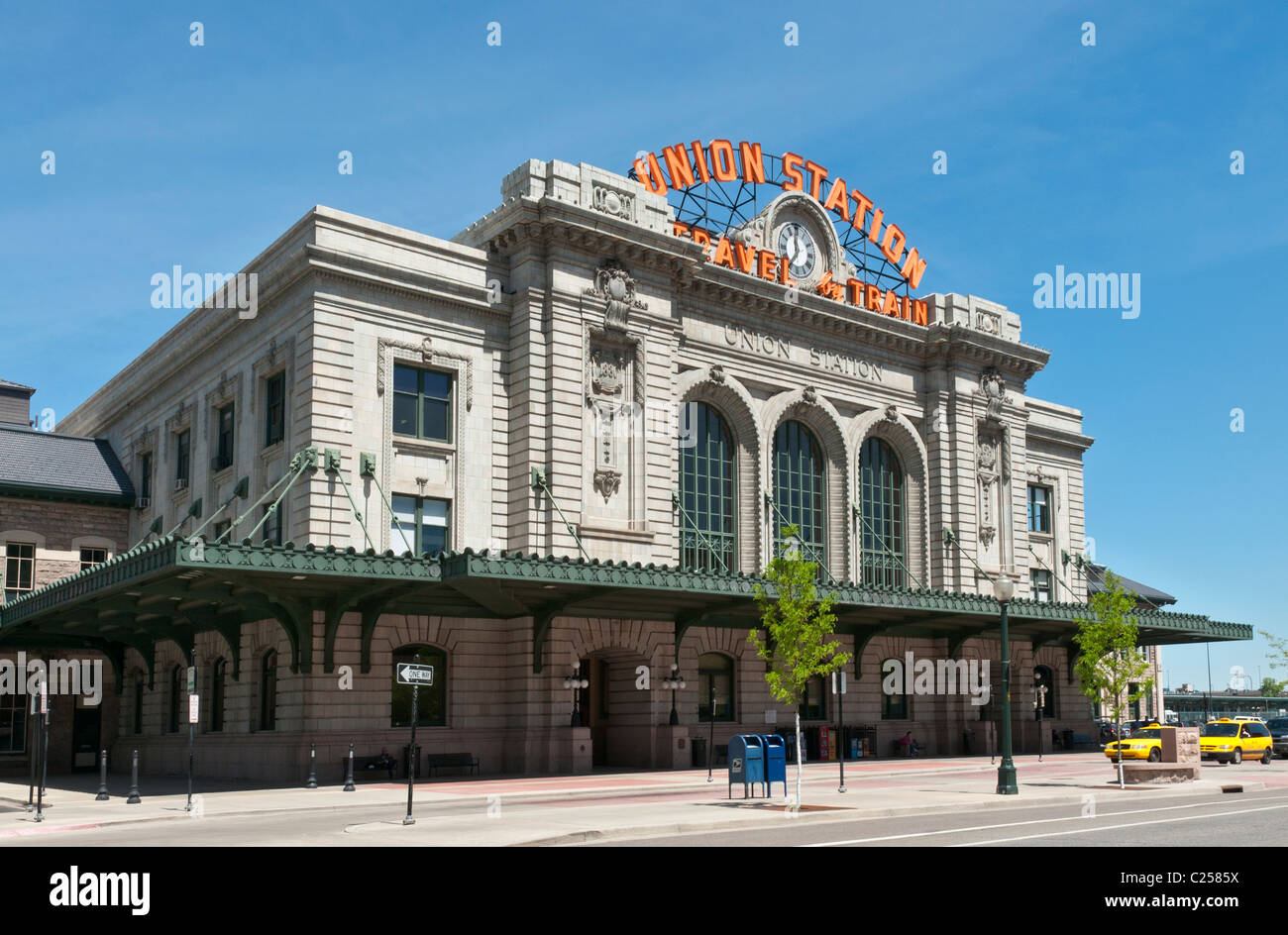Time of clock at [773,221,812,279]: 11:36
